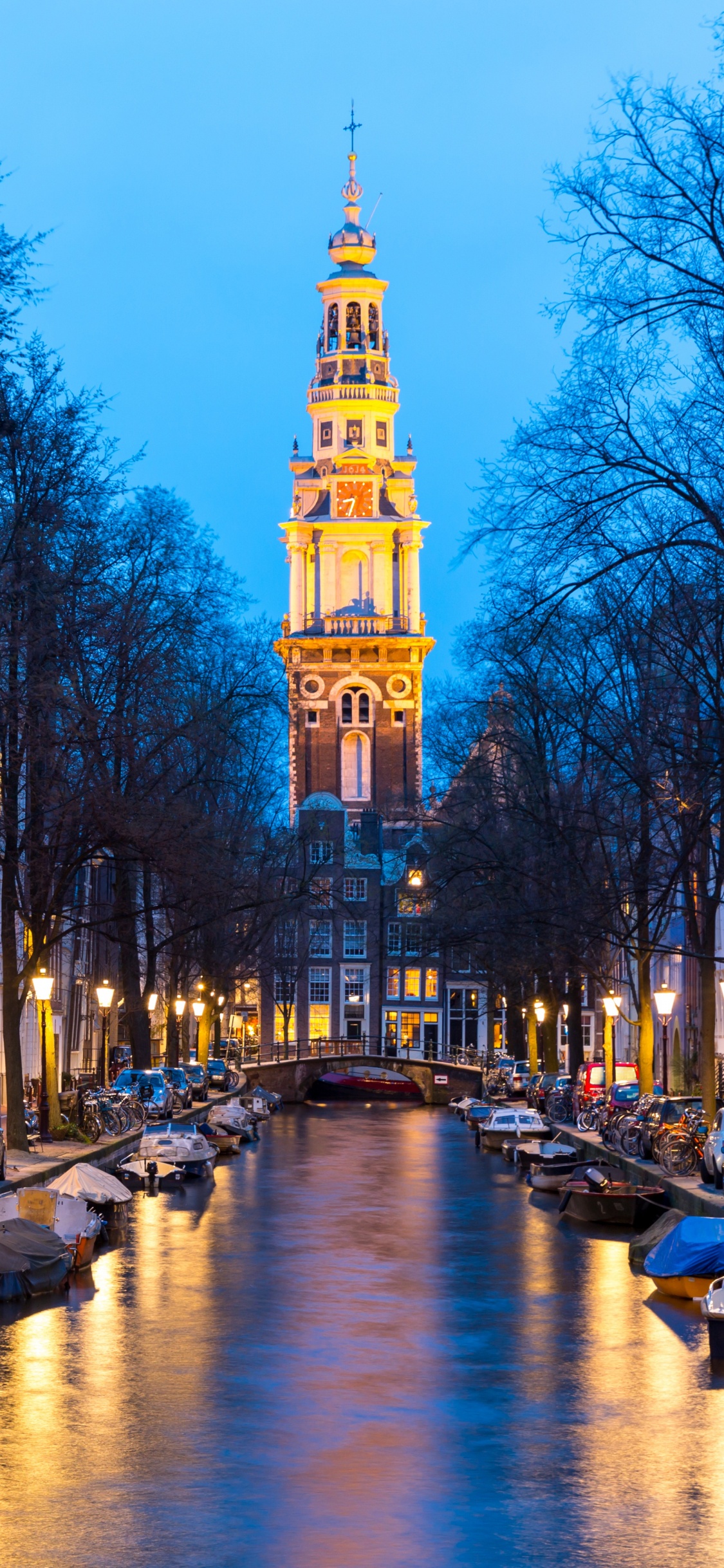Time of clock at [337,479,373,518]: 8:33
